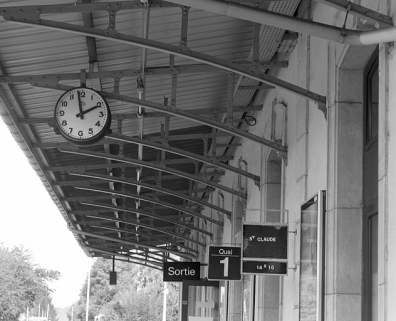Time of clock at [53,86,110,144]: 1:58
